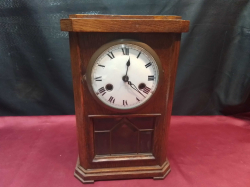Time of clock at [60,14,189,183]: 12:21
